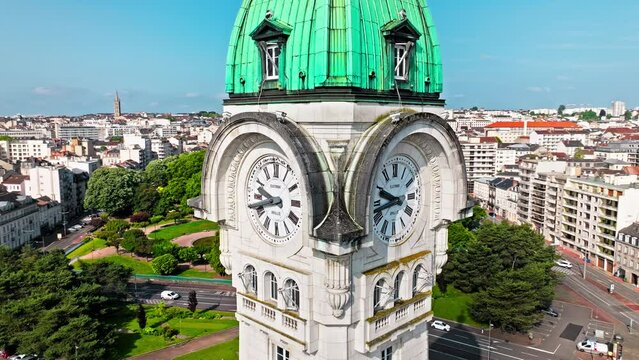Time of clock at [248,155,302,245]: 9:42
